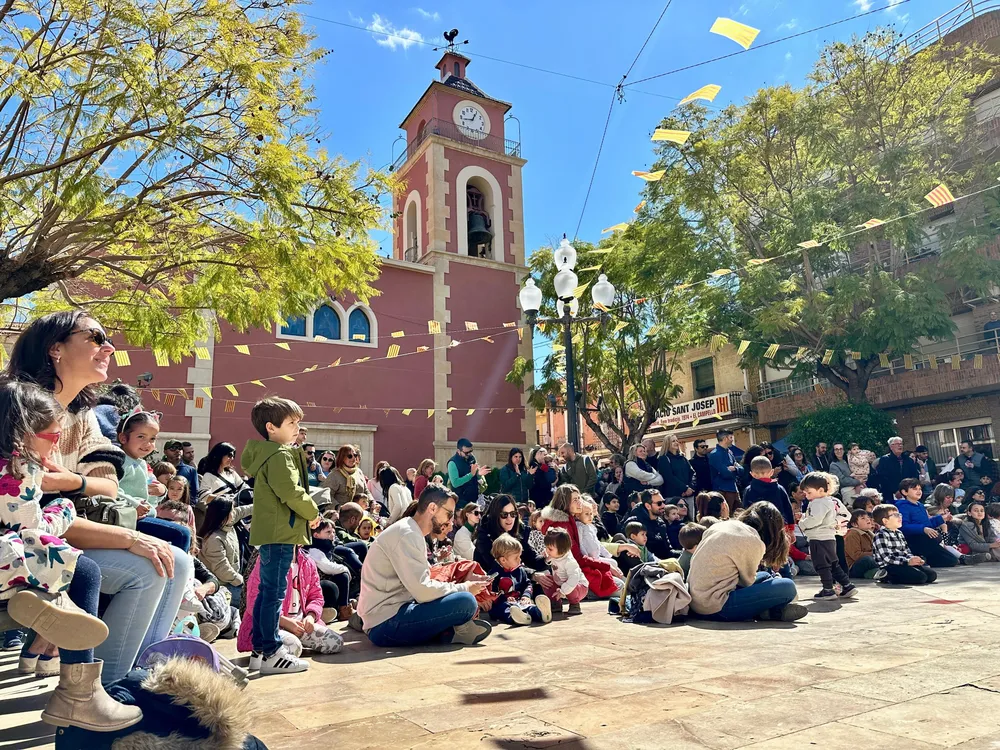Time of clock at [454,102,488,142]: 12:43
